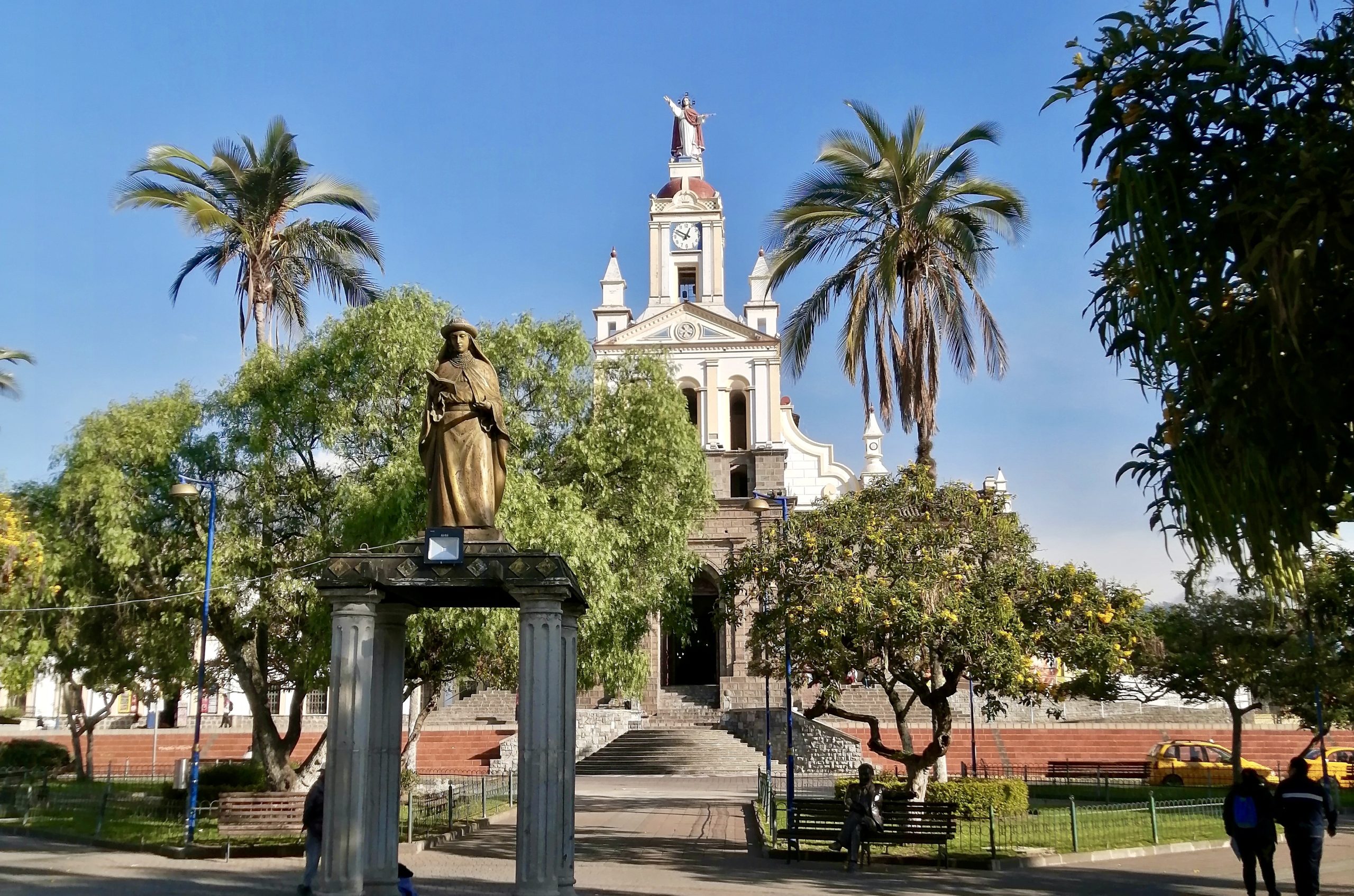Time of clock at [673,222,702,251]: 12:50
